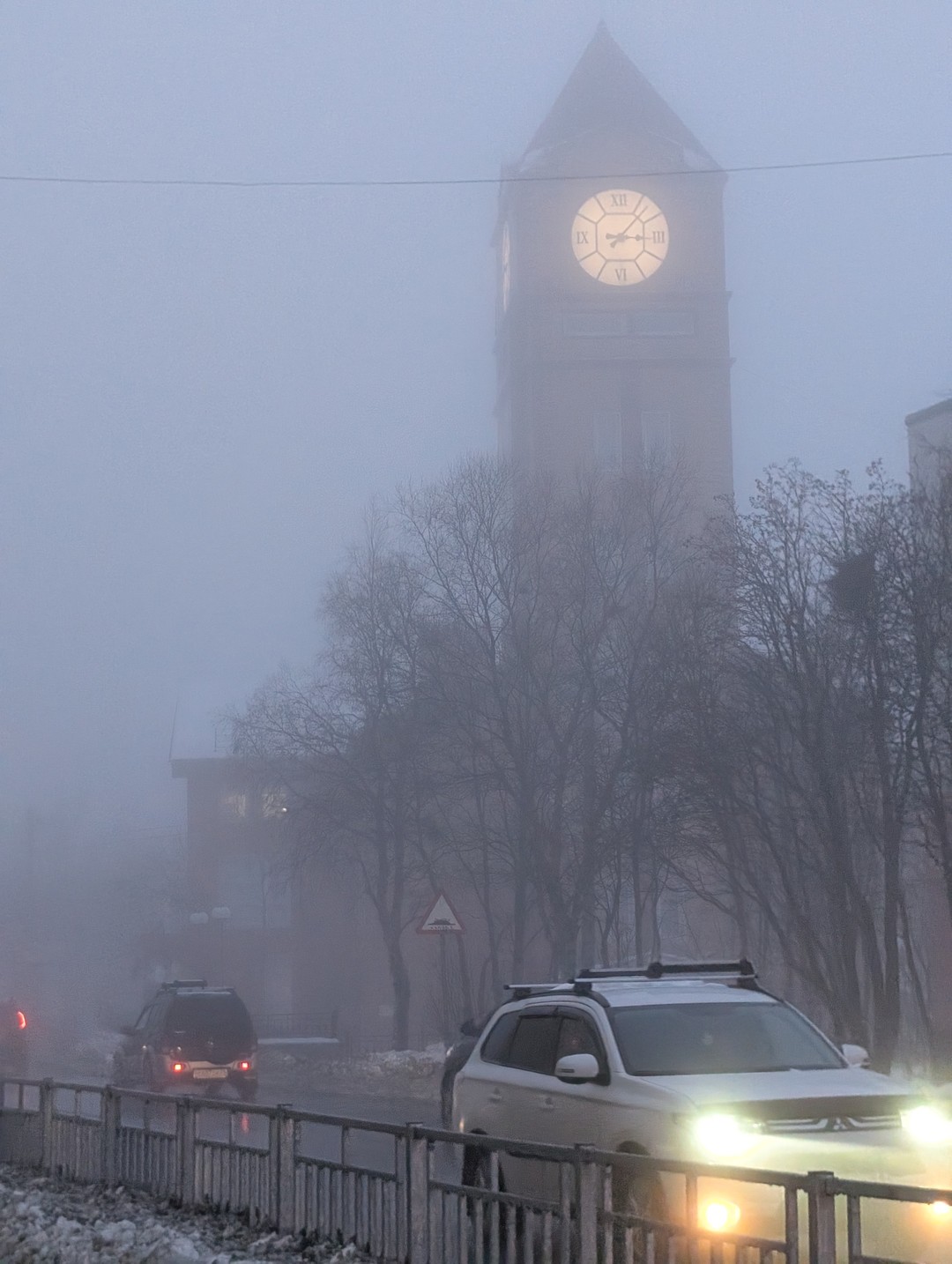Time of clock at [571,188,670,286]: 3:07
